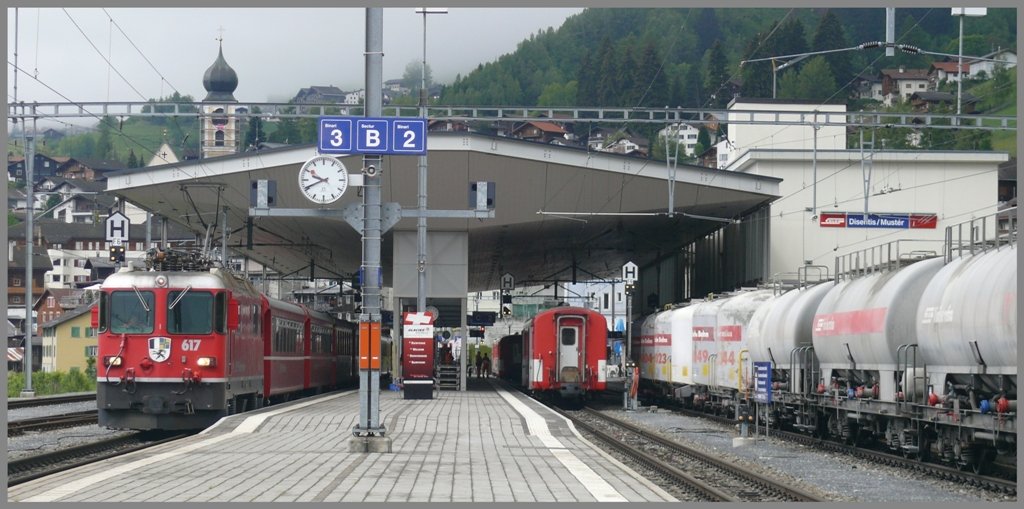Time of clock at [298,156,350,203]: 9:41
